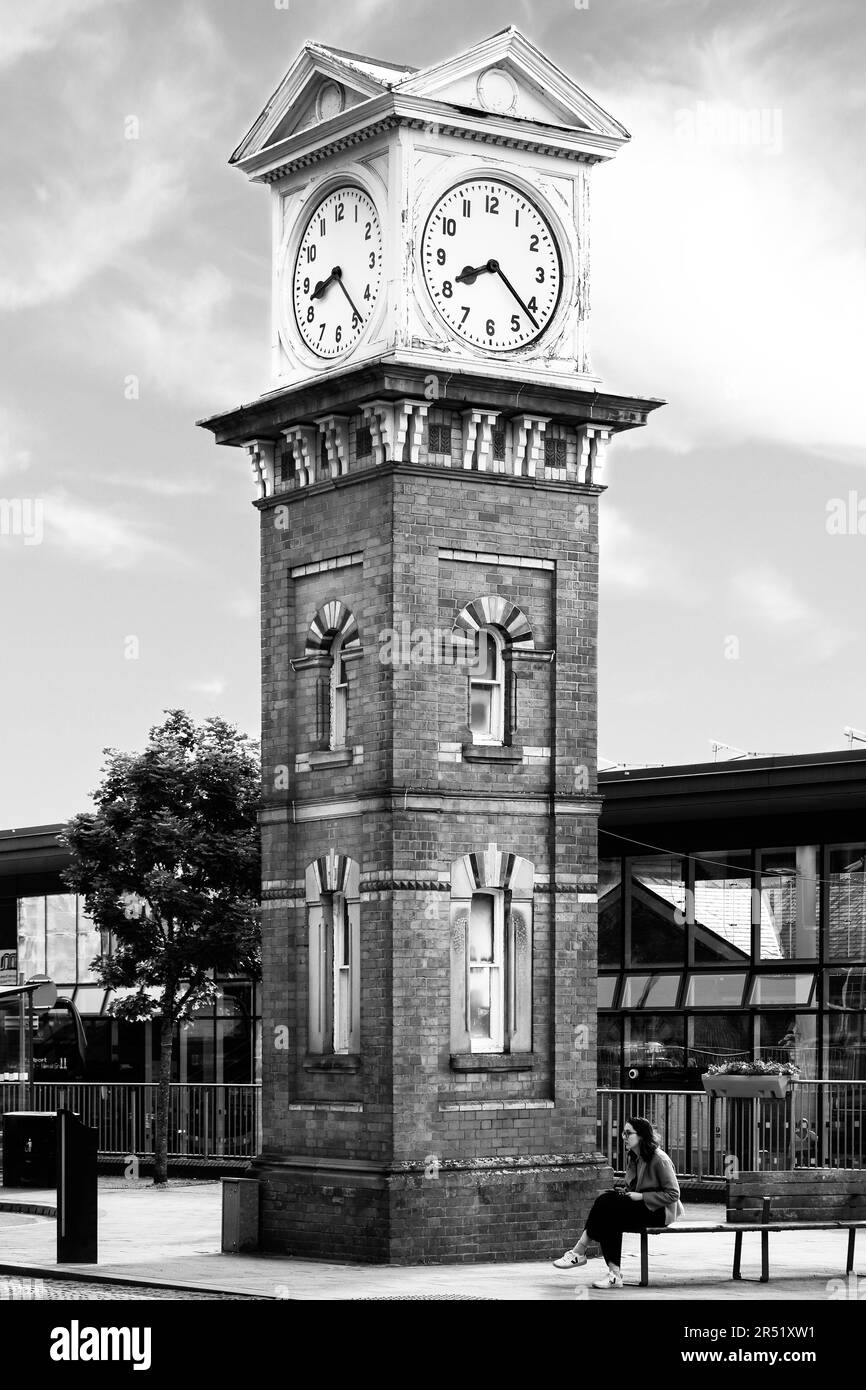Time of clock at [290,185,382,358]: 8:23
